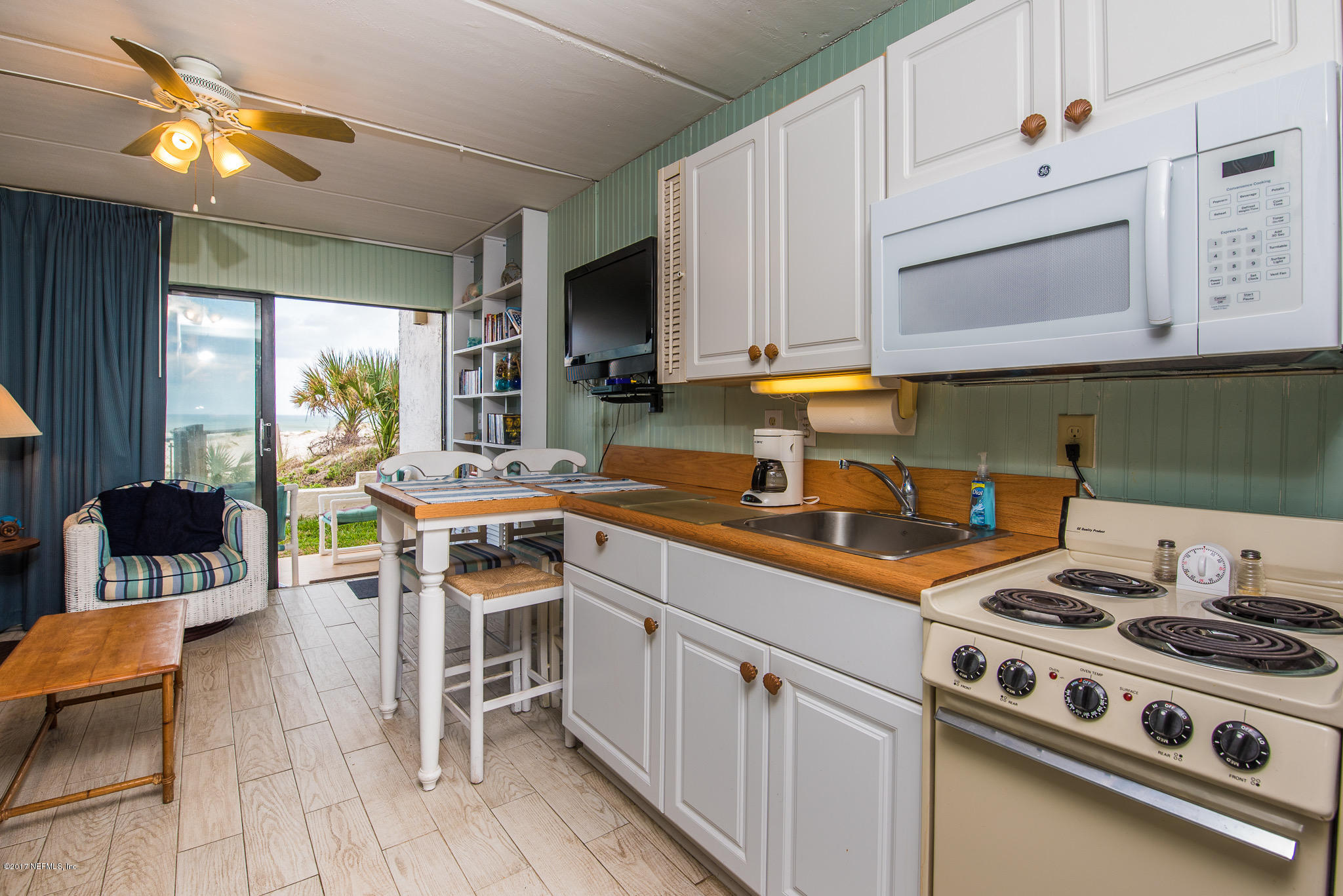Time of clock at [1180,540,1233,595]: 6:00
